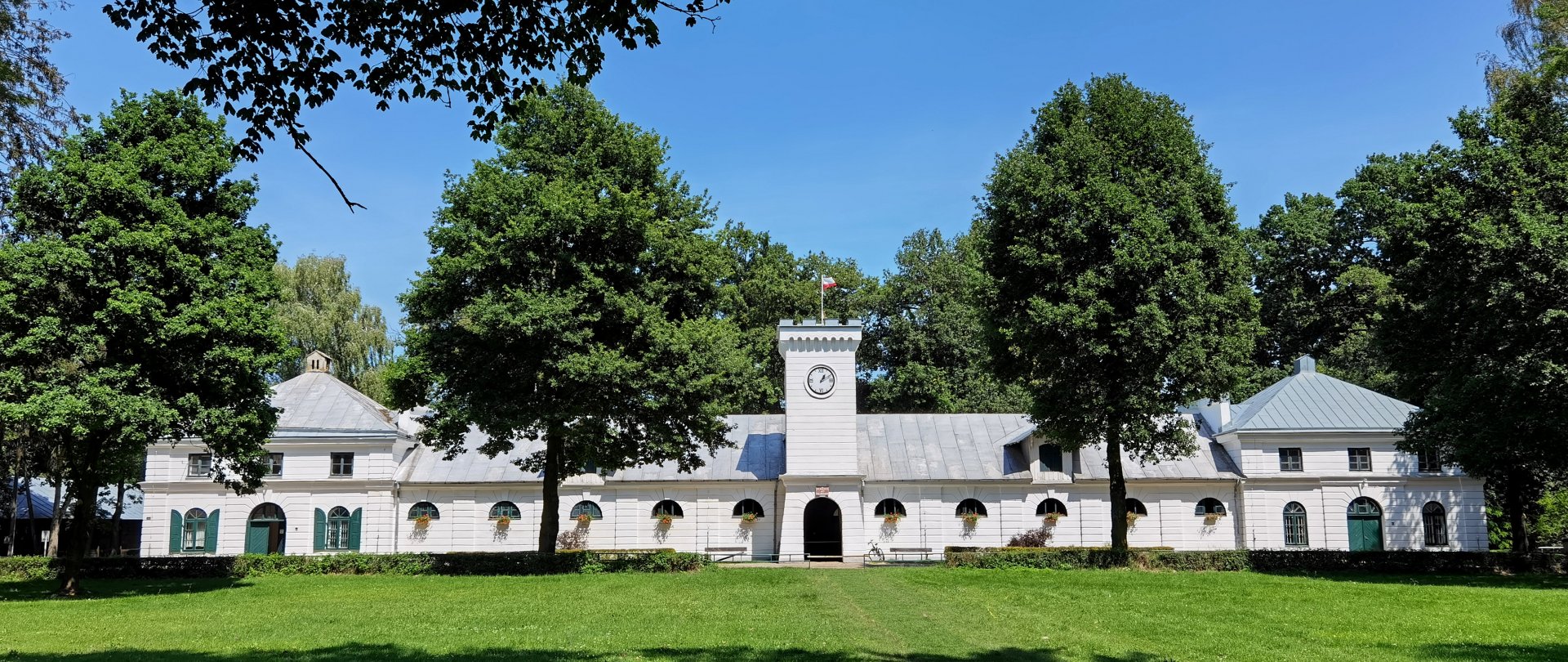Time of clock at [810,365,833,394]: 1:10
